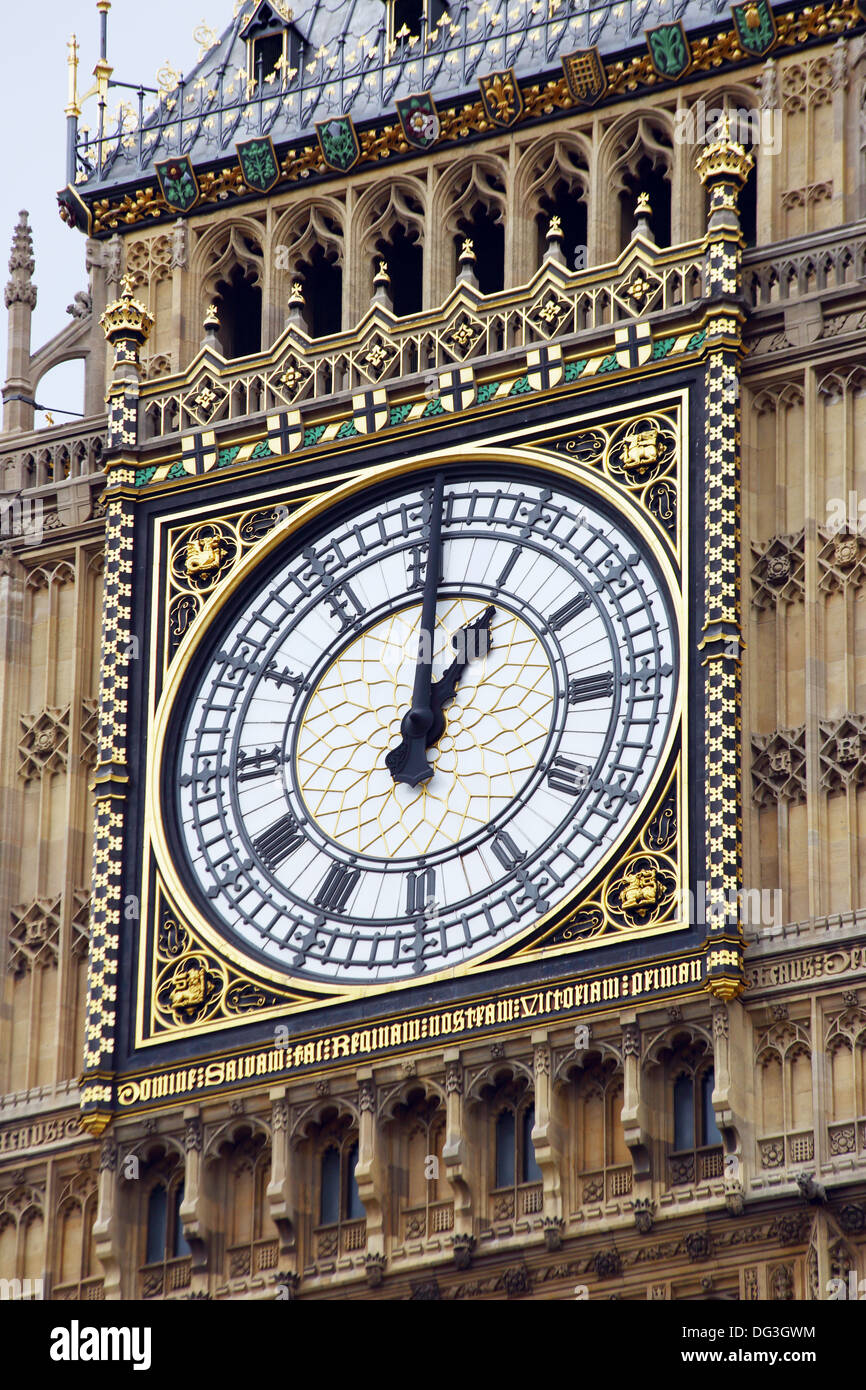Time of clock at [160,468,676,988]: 1:01
